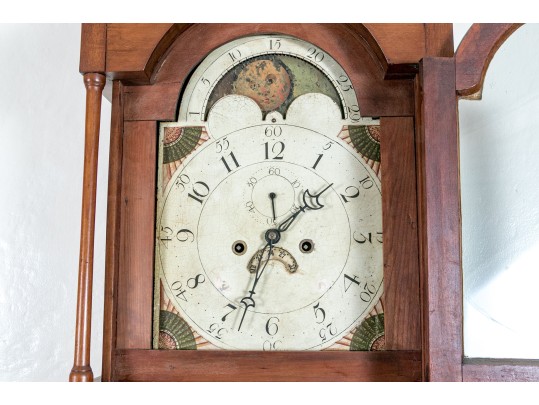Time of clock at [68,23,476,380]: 1:33
